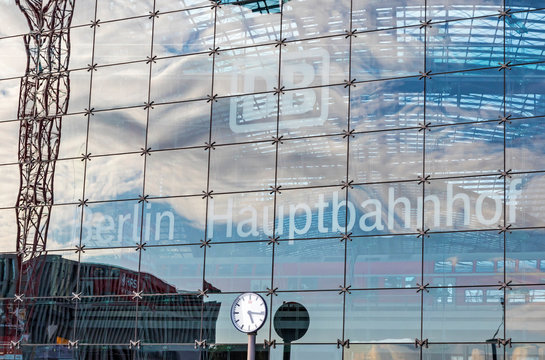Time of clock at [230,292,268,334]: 5:16
